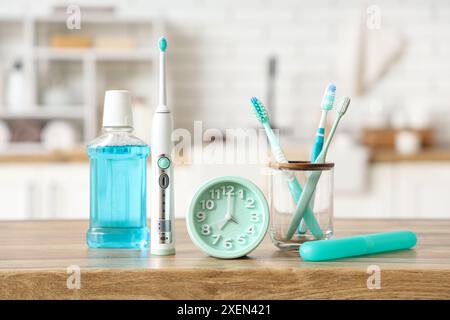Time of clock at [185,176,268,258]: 7:00
